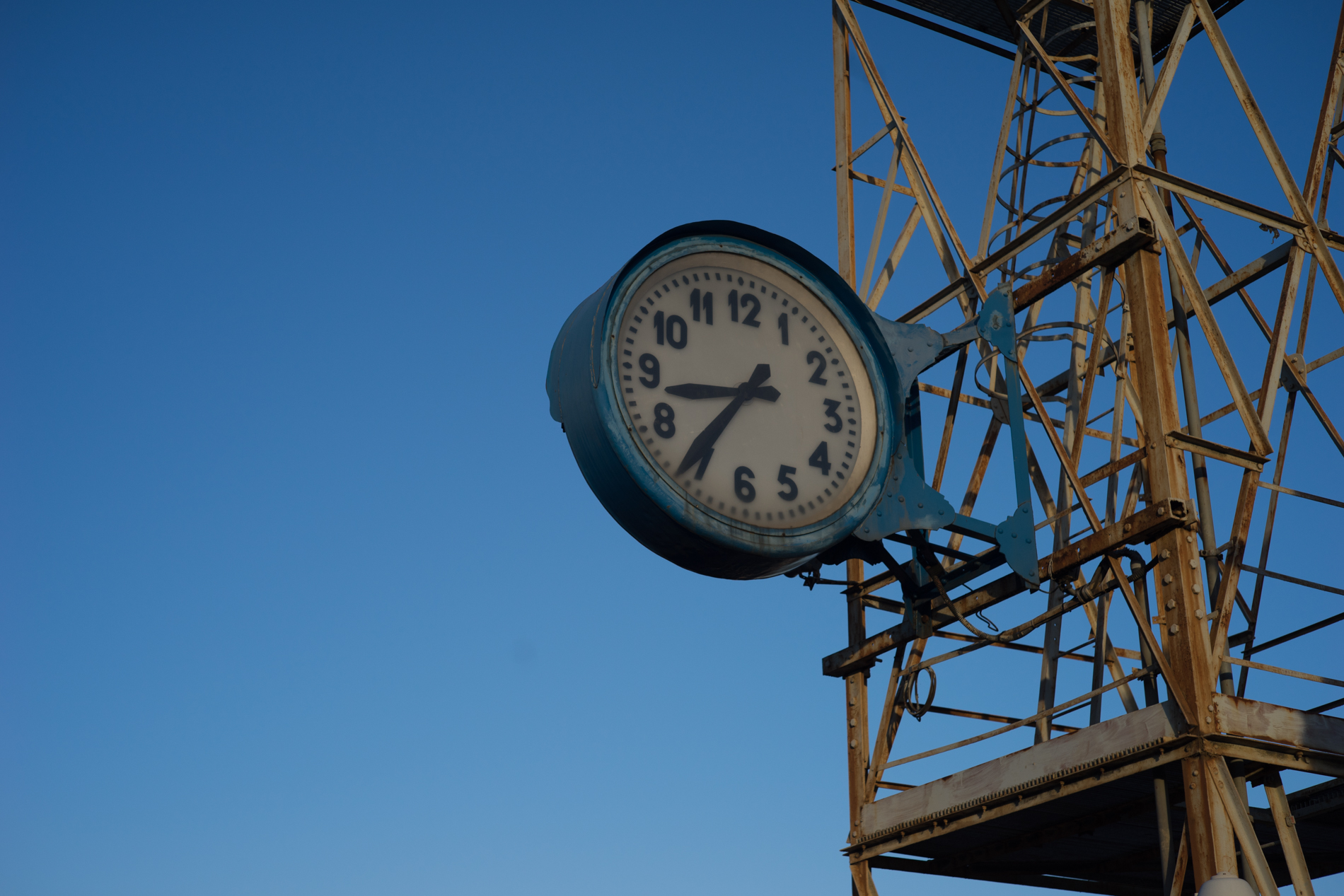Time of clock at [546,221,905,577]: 8:35
